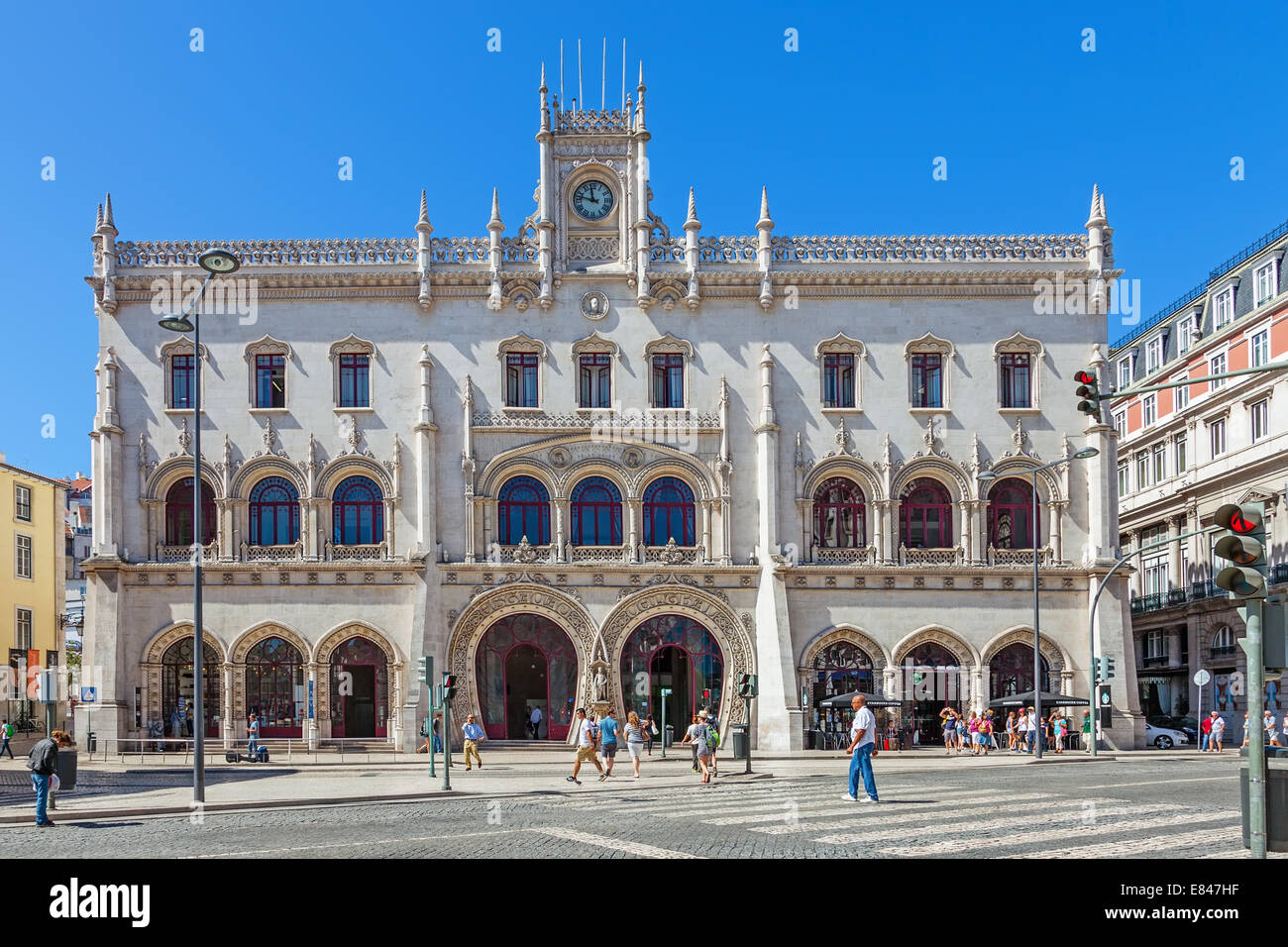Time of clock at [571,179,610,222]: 11:47
